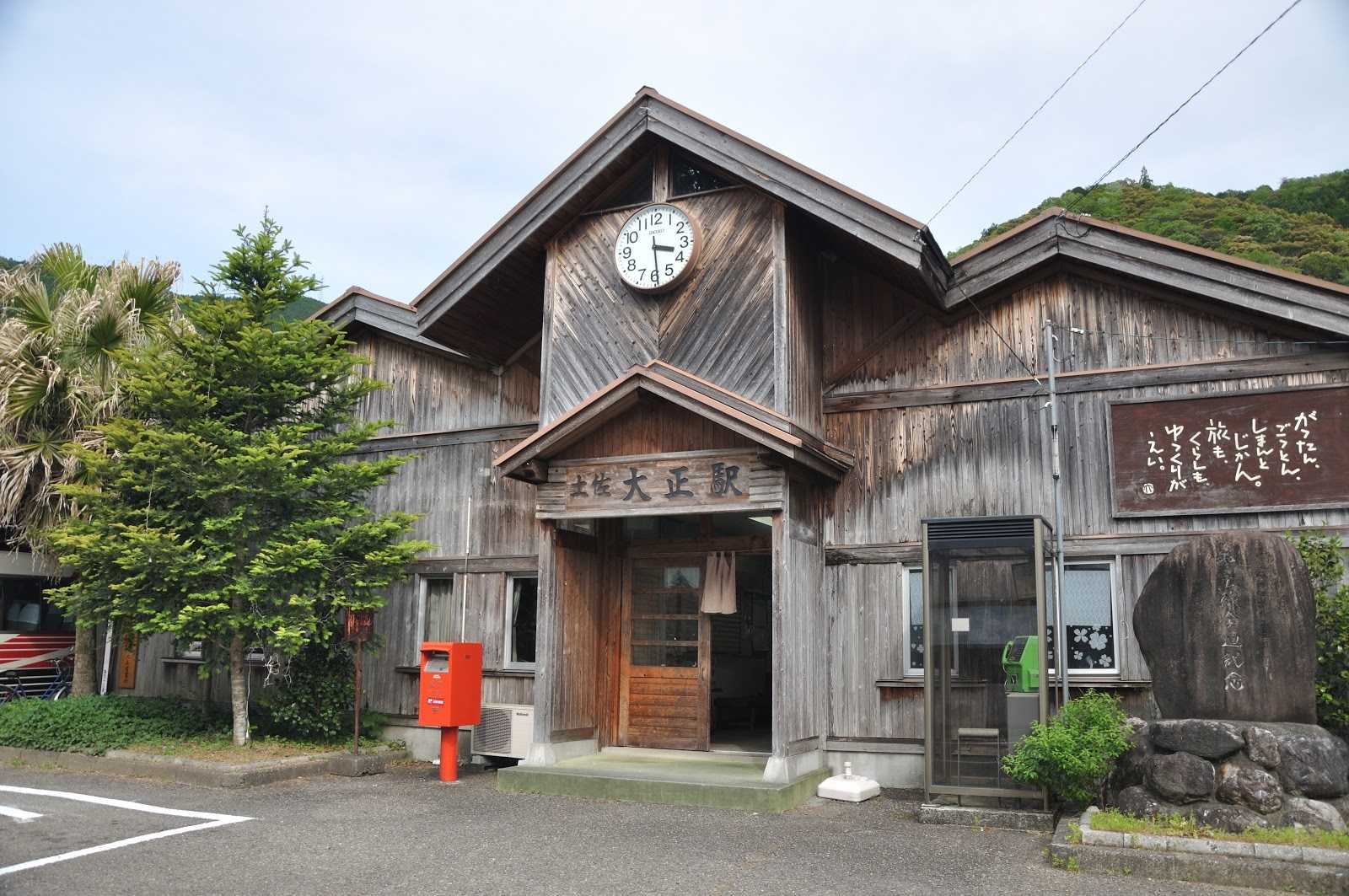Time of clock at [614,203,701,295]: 3:29
